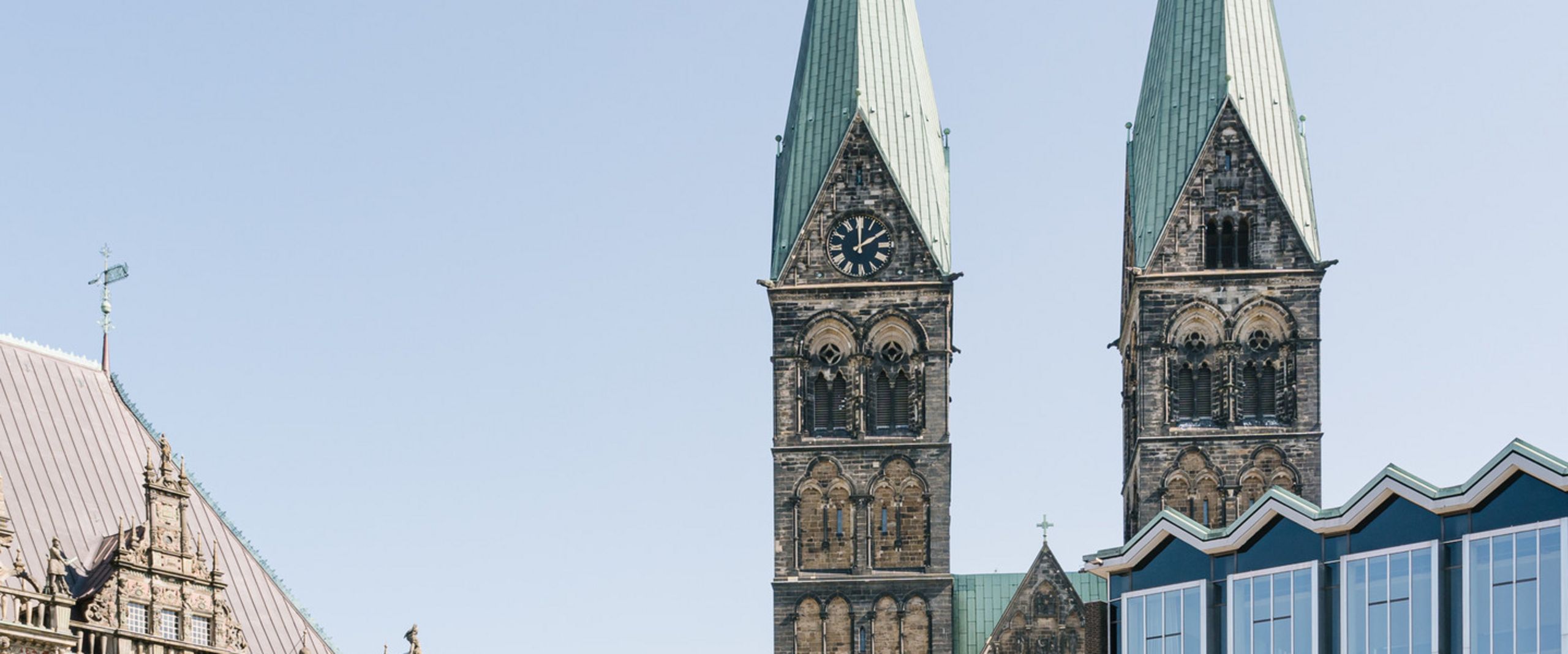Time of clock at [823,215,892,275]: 2:00
